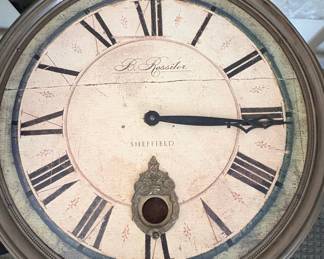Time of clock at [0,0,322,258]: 3:15
